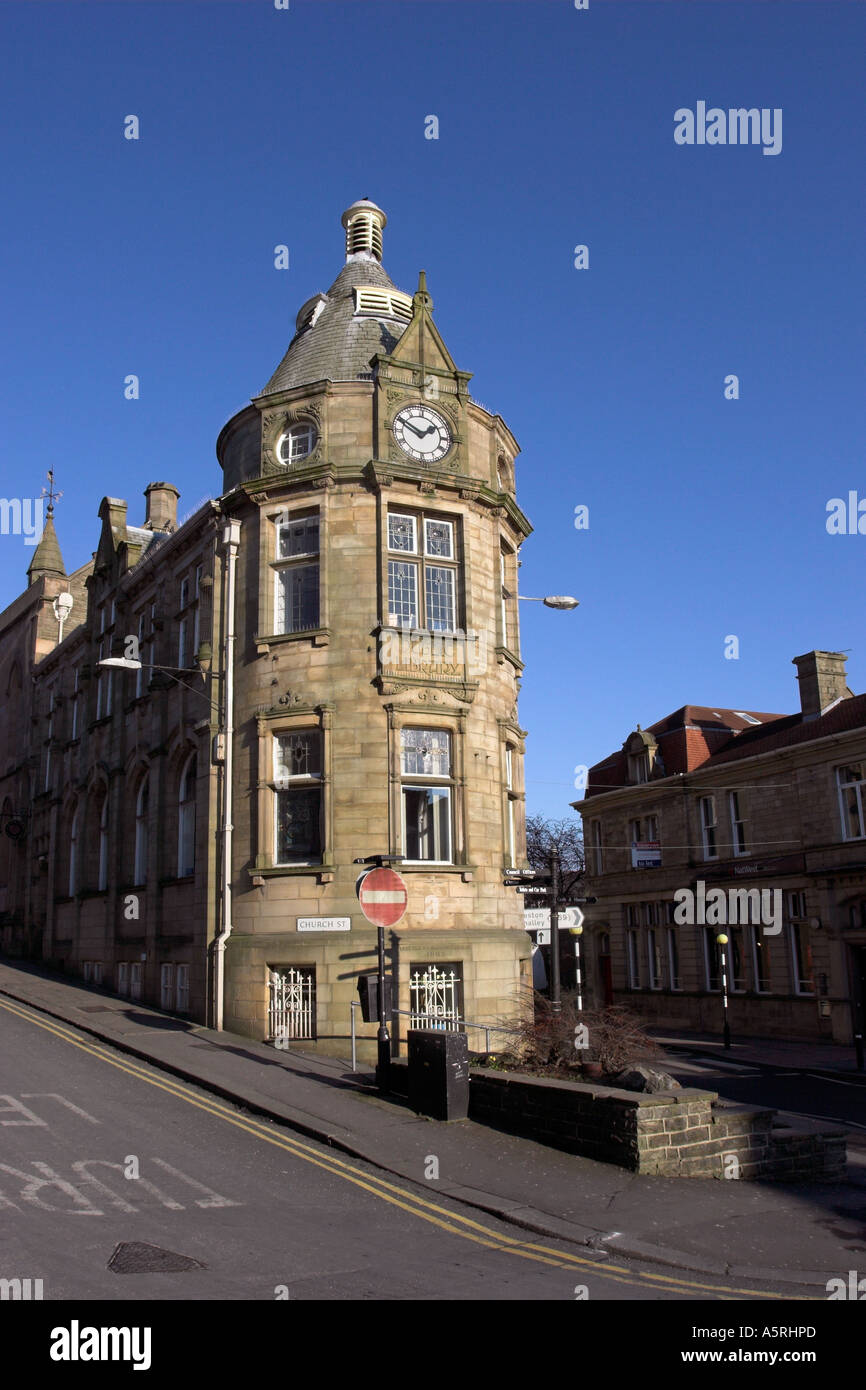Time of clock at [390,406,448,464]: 1:50
